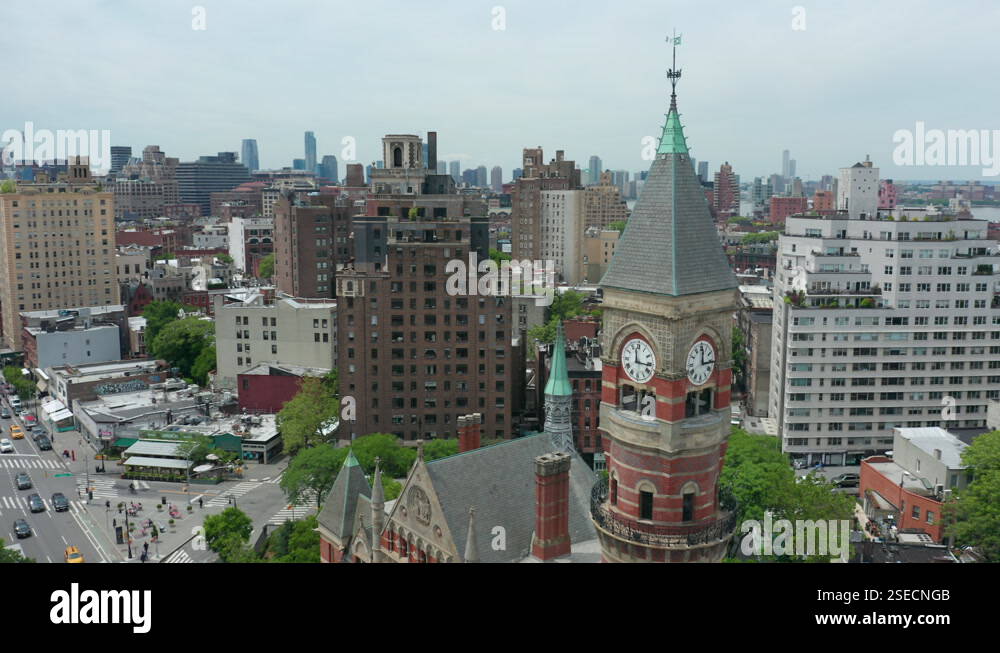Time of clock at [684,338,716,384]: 12:14
